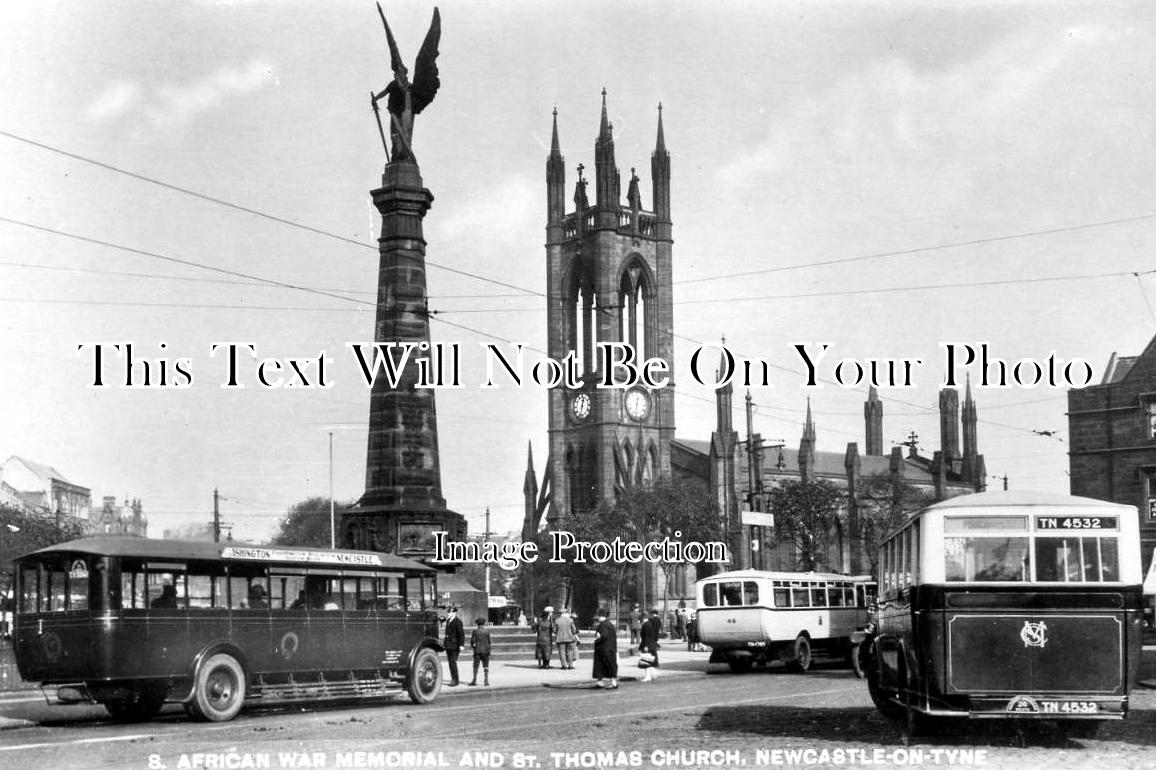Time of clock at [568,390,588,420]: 12:32
